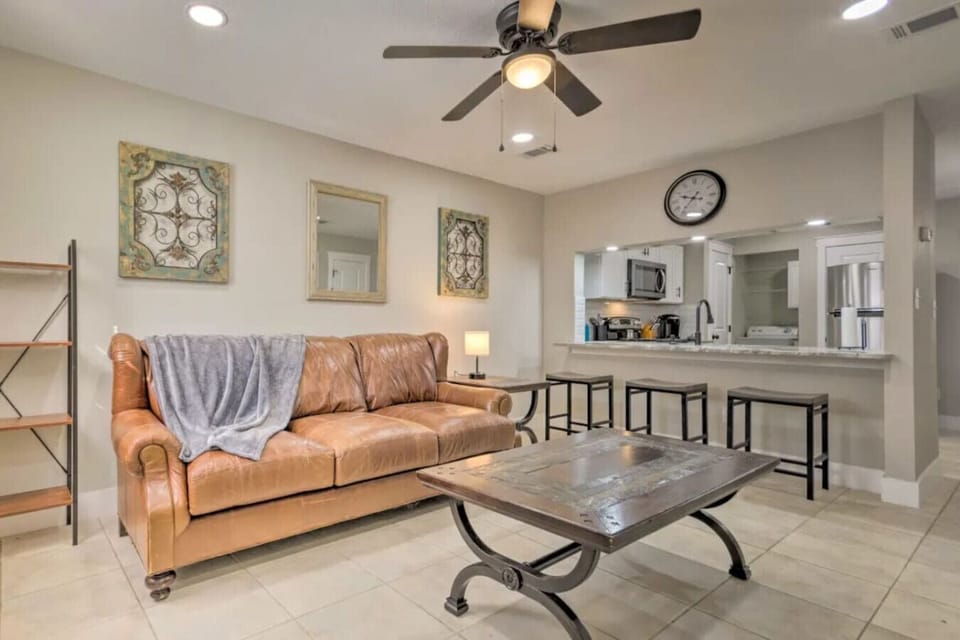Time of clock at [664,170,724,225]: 9:36
